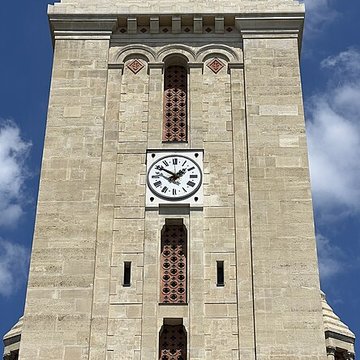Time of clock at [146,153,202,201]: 1:50
